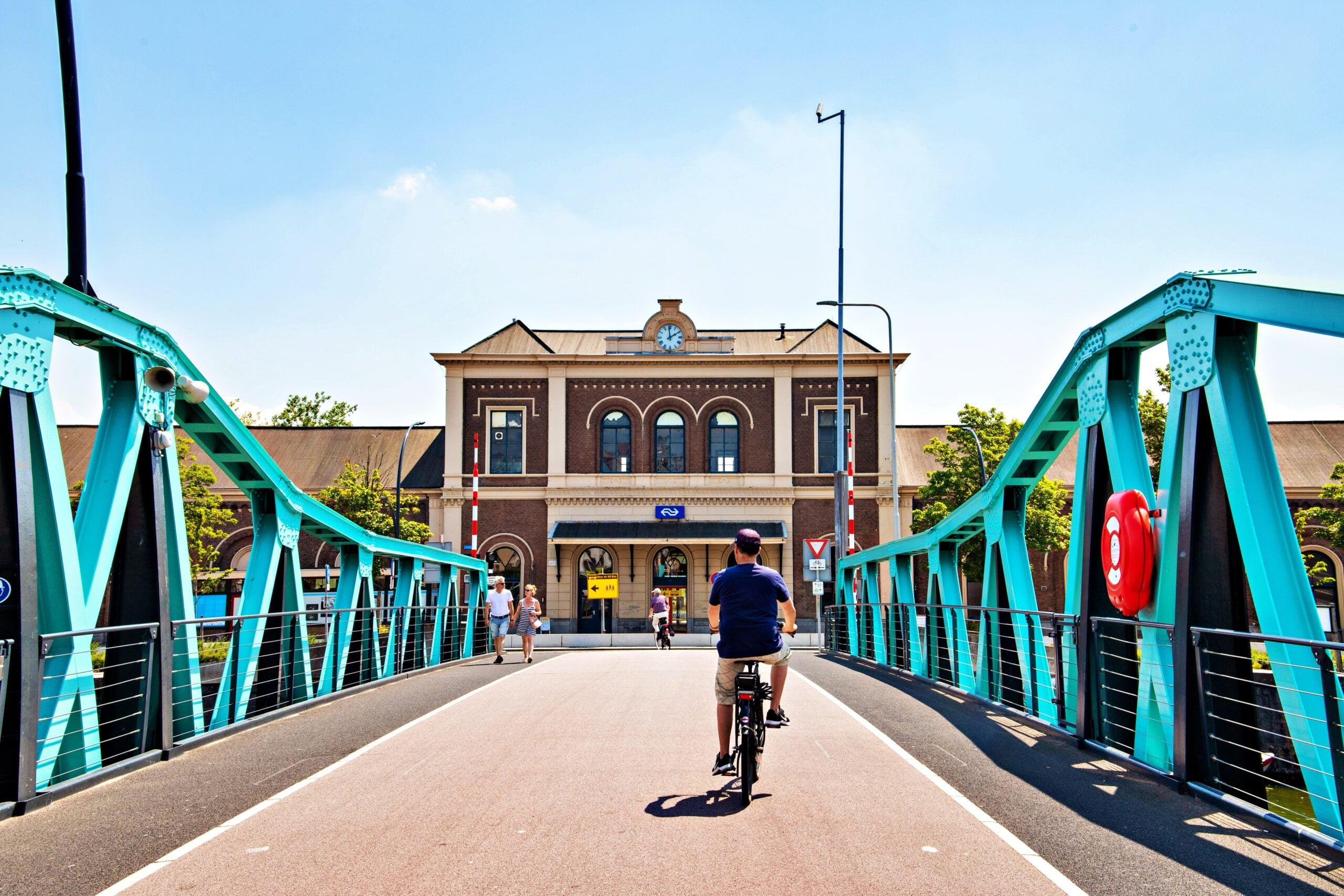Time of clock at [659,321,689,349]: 1:59
